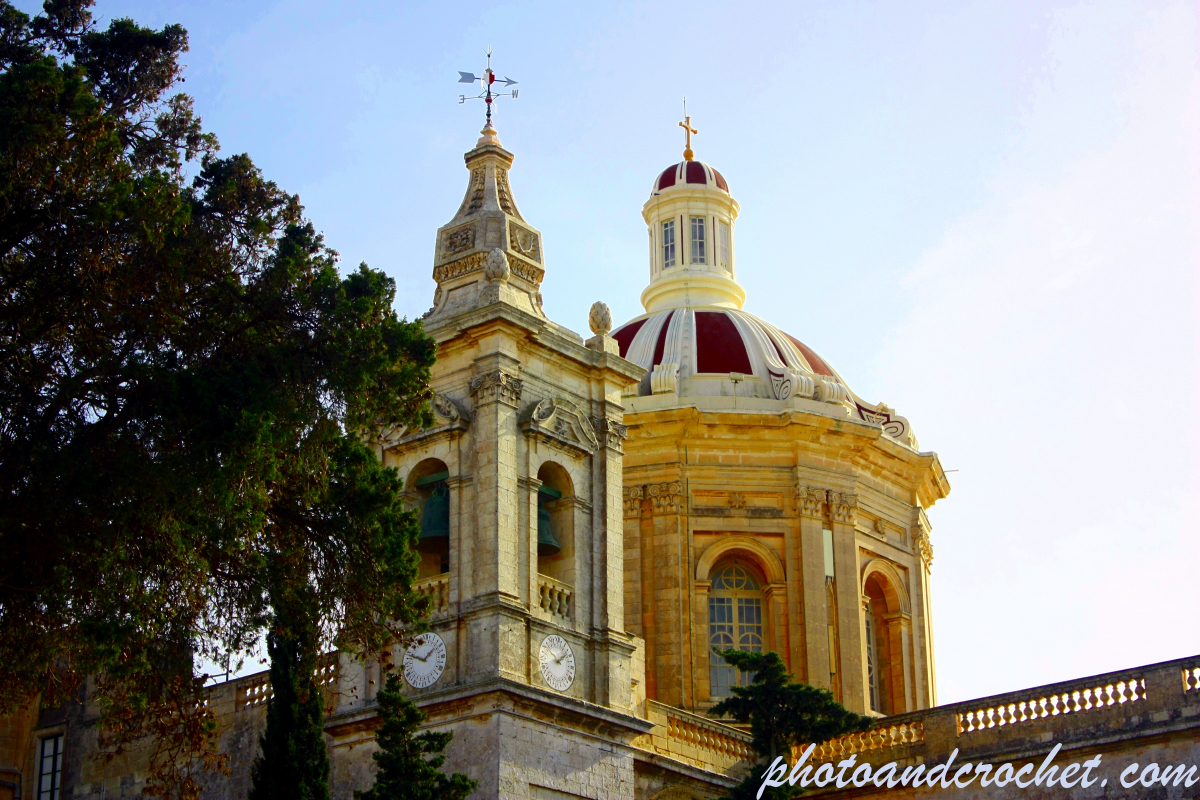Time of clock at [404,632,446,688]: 1:49
